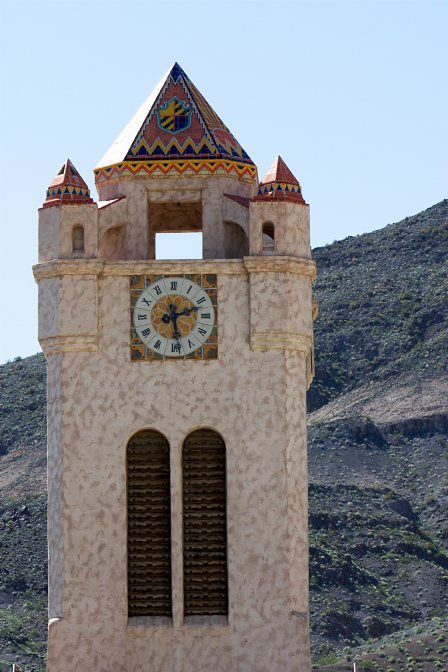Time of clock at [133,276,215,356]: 2:28
